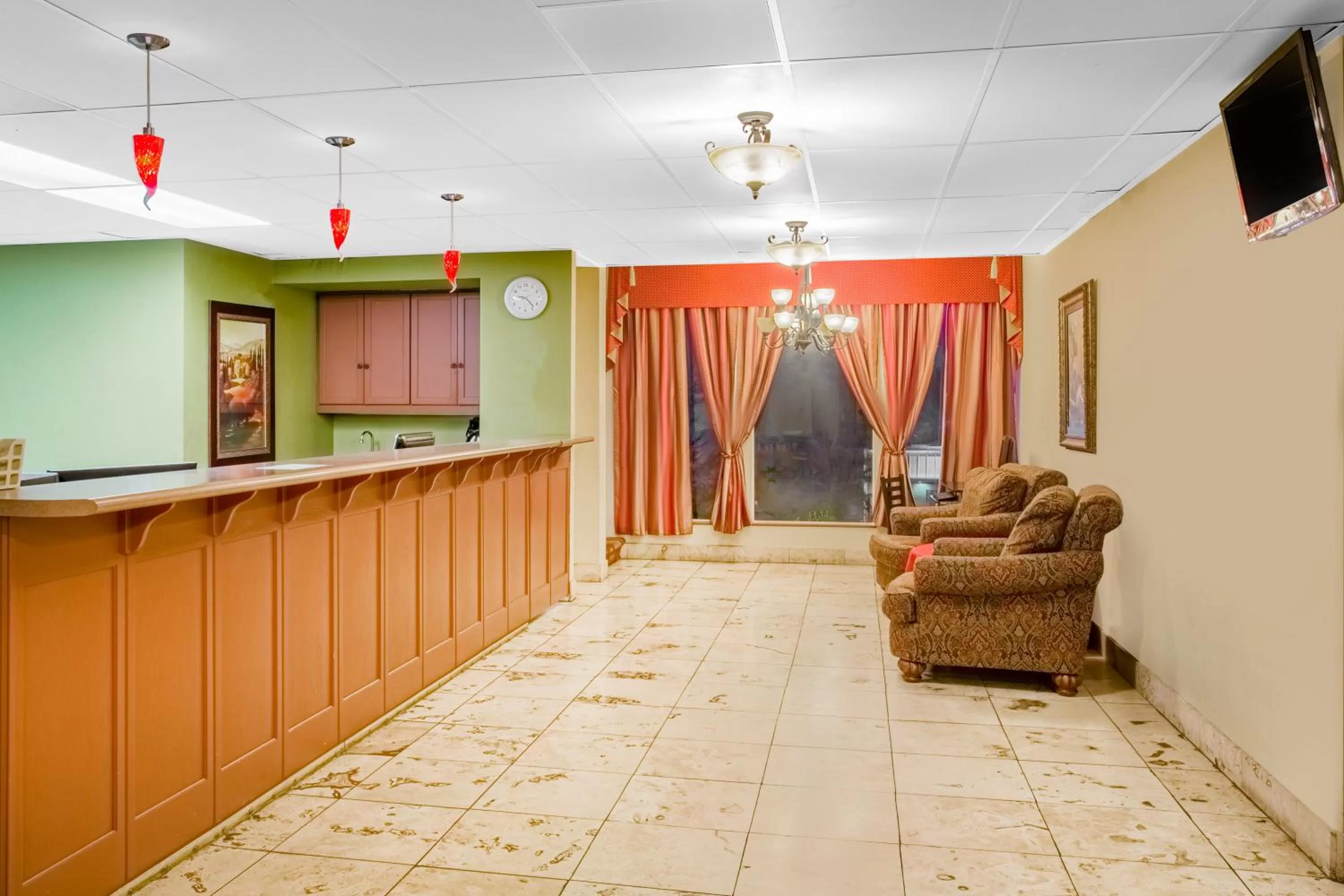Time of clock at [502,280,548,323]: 9:22
